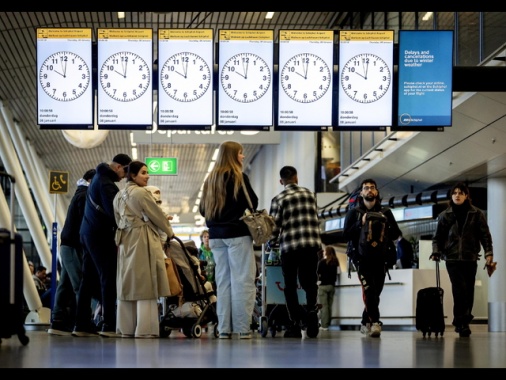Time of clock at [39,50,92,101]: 10:00
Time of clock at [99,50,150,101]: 10:00
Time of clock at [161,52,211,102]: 10:00
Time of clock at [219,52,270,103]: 10:00
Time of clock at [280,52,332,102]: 10:00
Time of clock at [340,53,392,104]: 10:00
